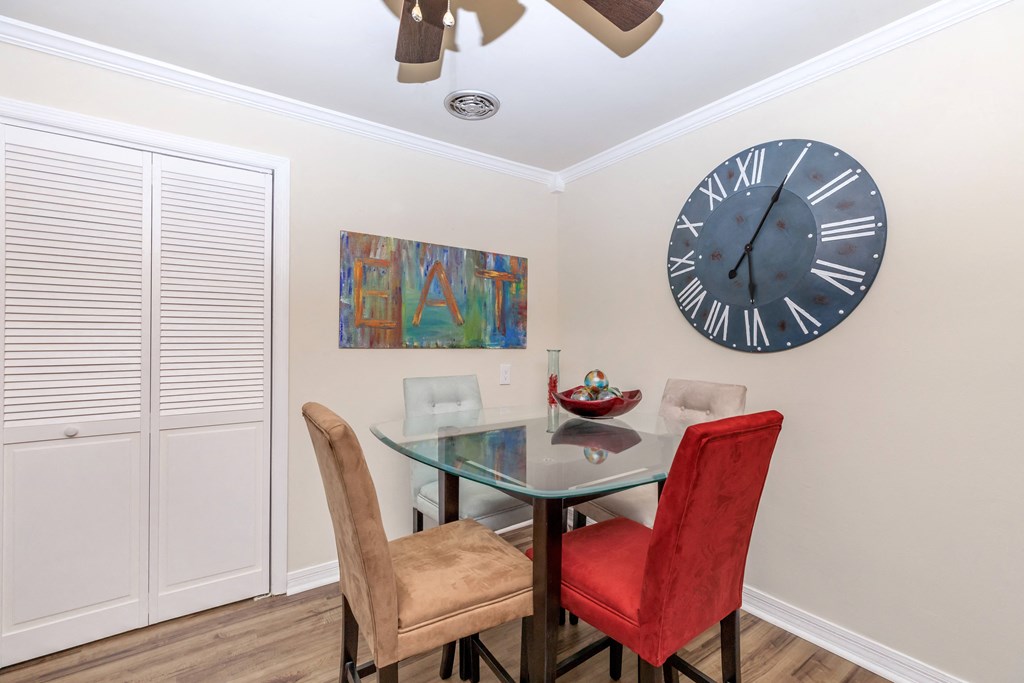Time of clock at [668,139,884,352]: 6:05
